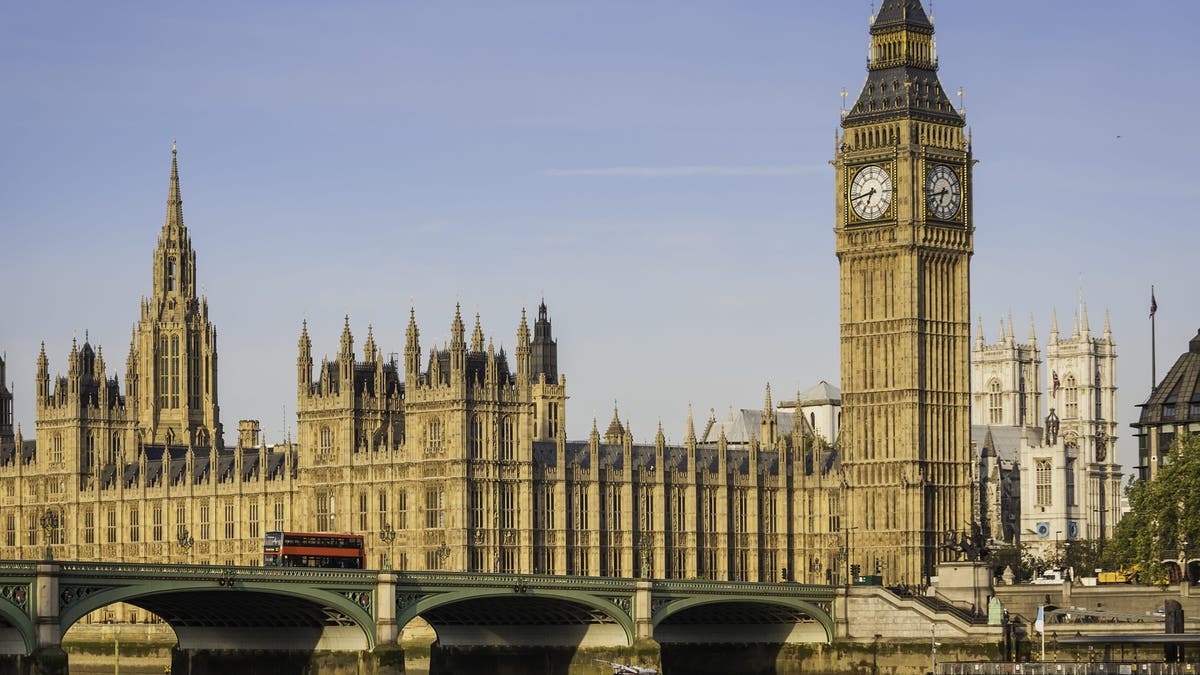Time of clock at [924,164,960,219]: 6:42
